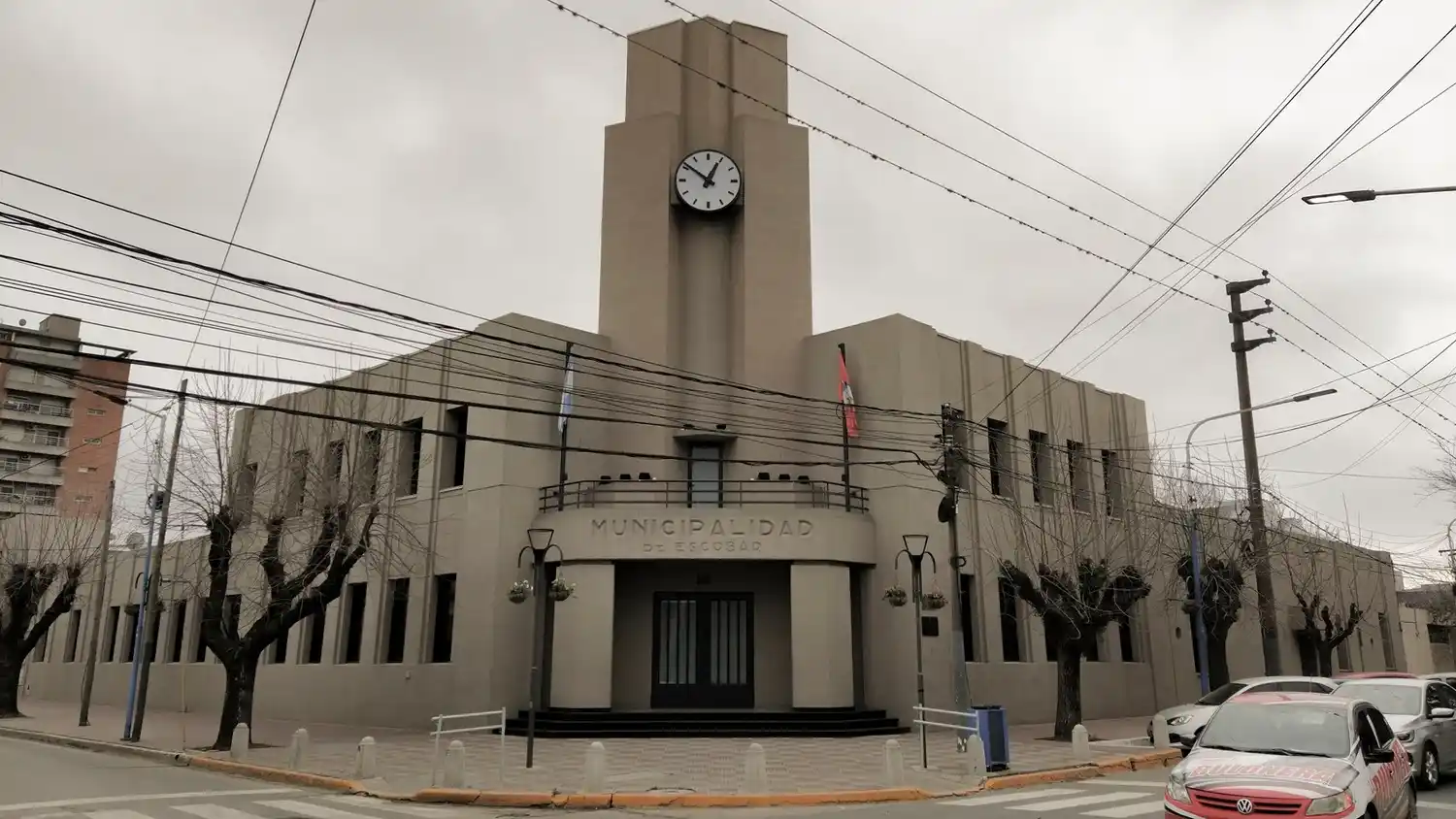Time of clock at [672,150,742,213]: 12:51
